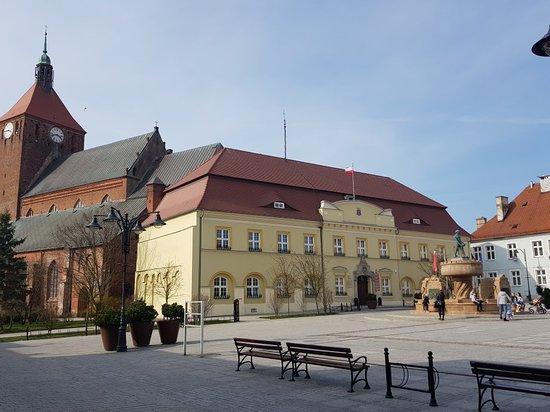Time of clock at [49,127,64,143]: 3:42
